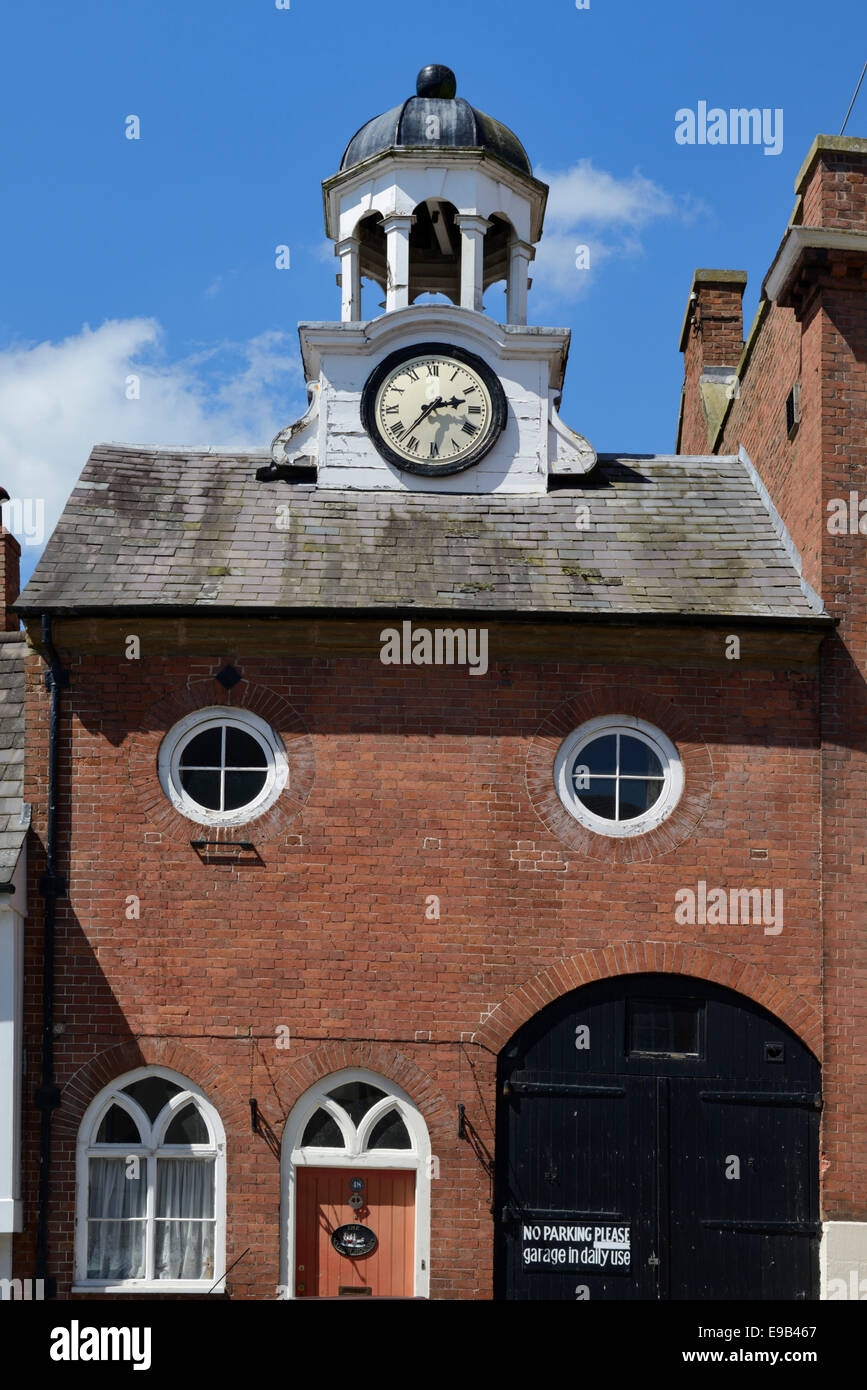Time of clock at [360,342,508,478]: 2:36
